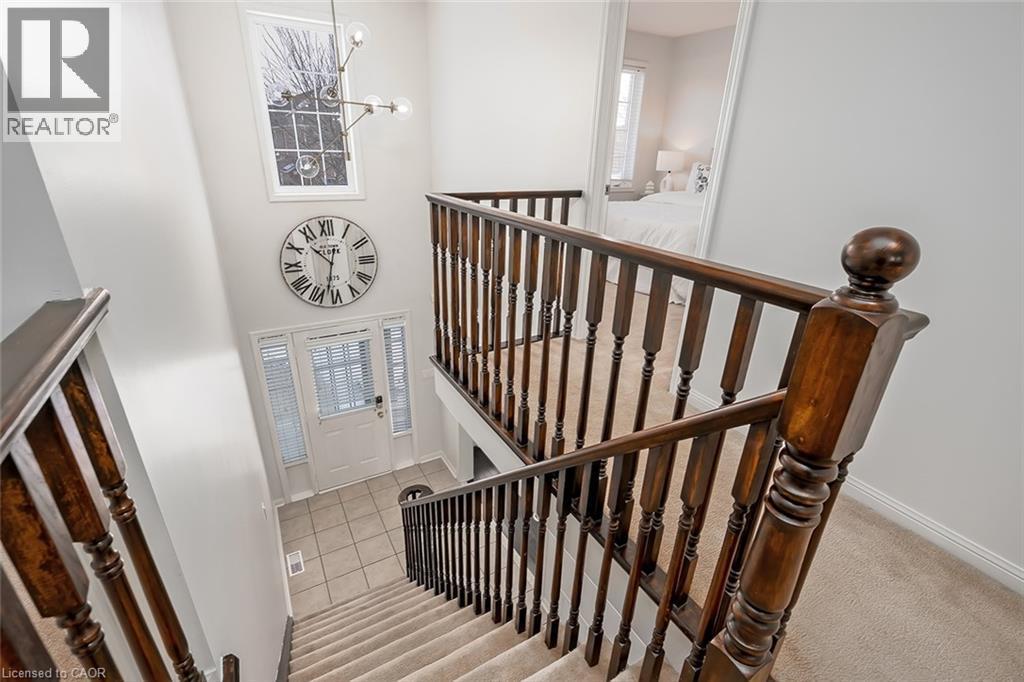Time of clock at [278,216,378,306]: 10:32
